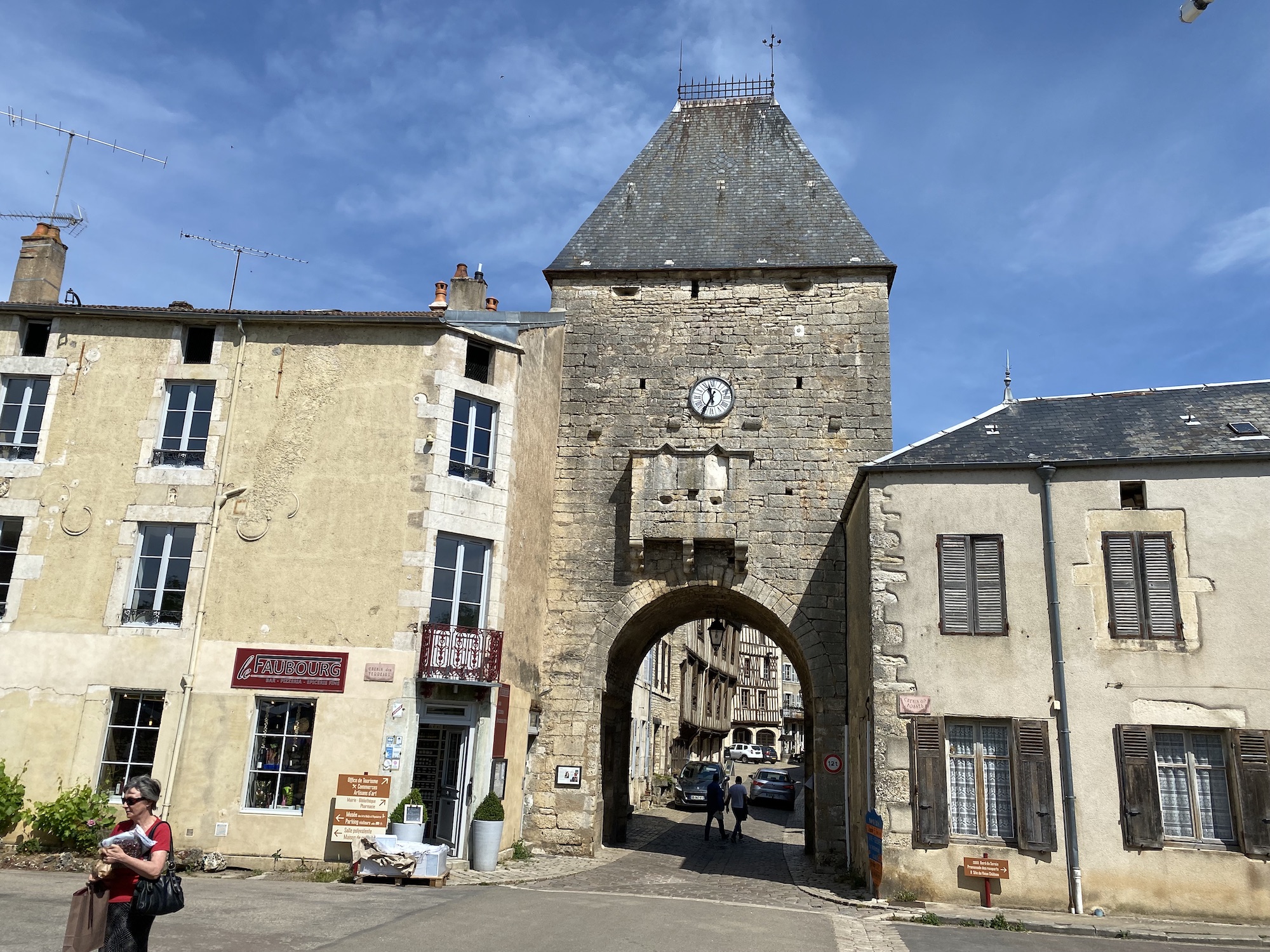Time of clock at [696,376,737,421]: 11:35
